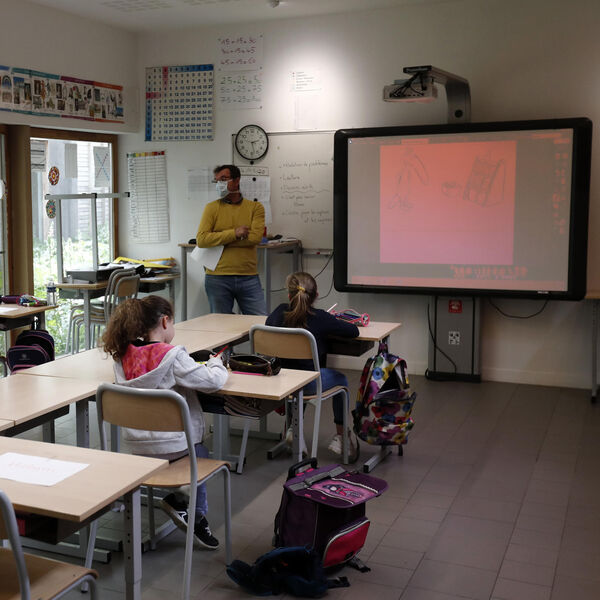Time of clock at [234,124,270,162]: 2:27
